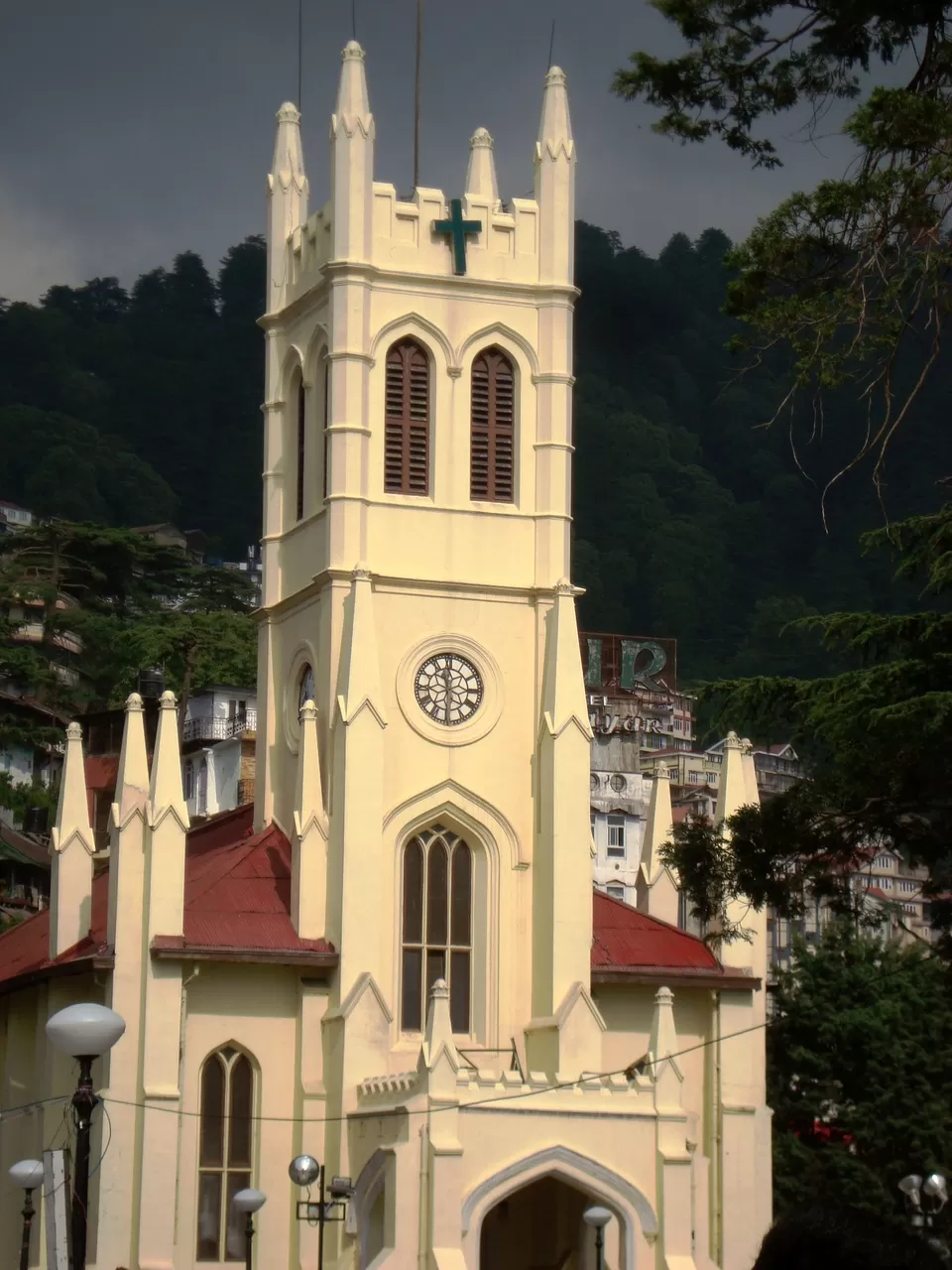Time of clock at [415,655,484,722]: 11:30
